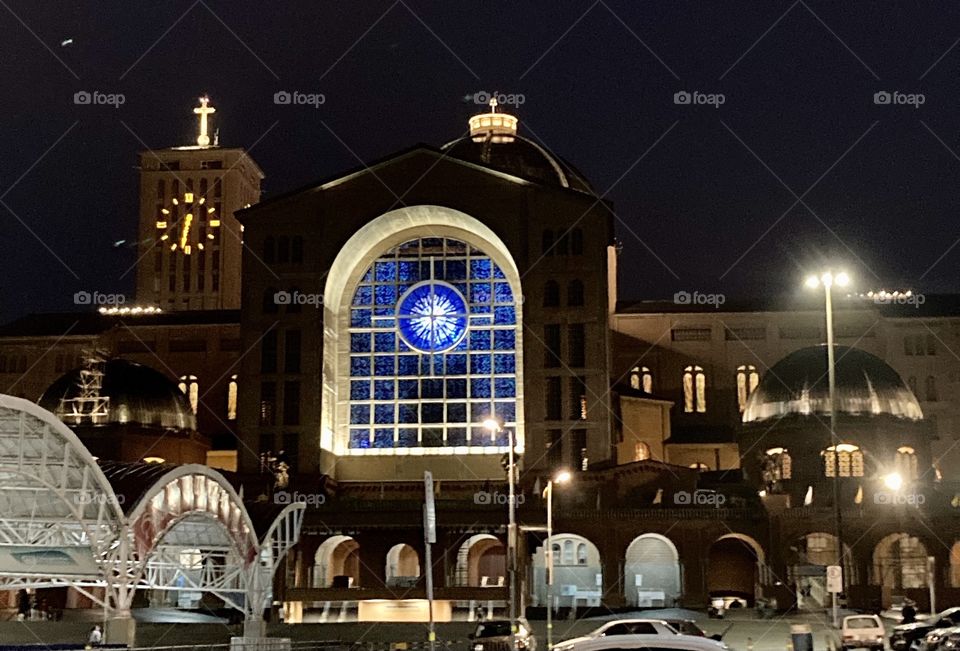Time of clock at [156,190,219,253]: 6:32
